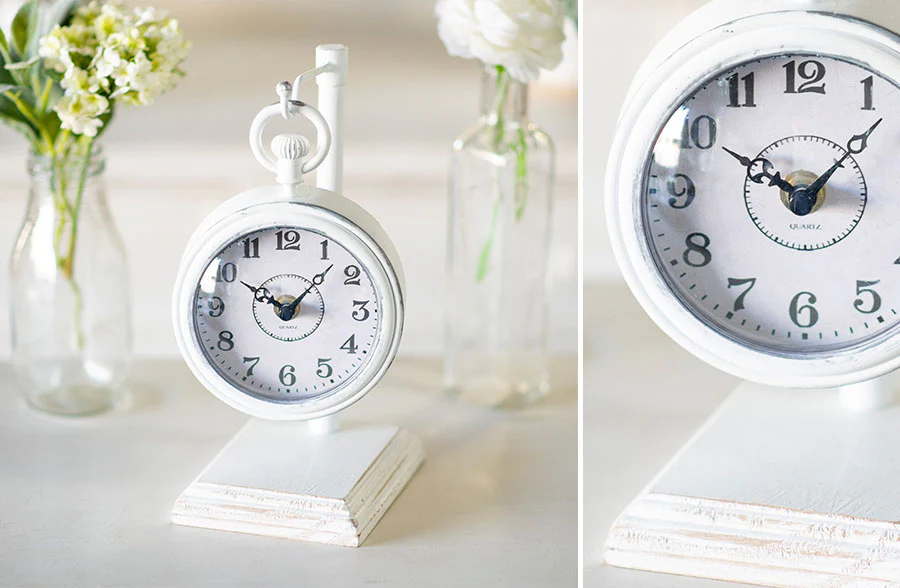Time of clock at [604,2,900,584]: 10:07
